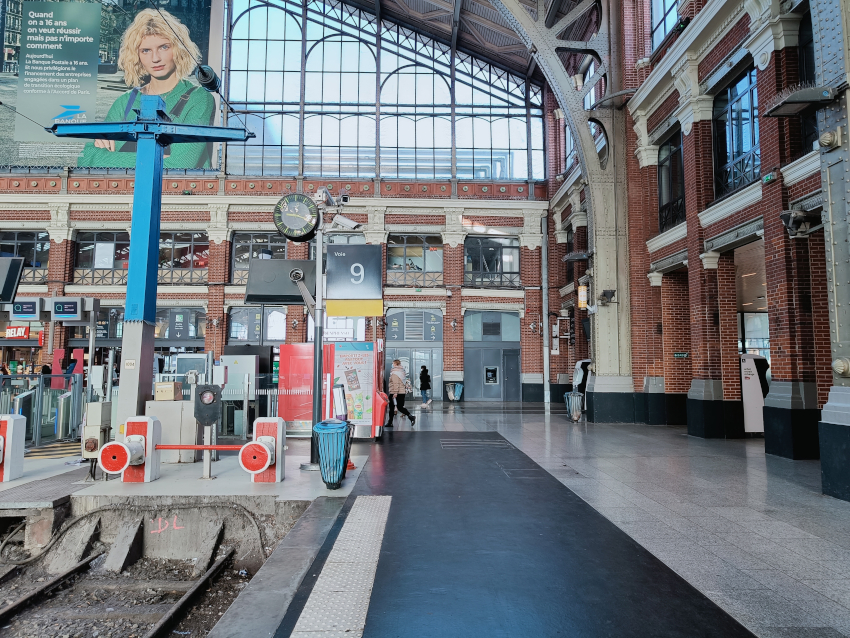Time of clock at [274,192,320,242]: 9:18
